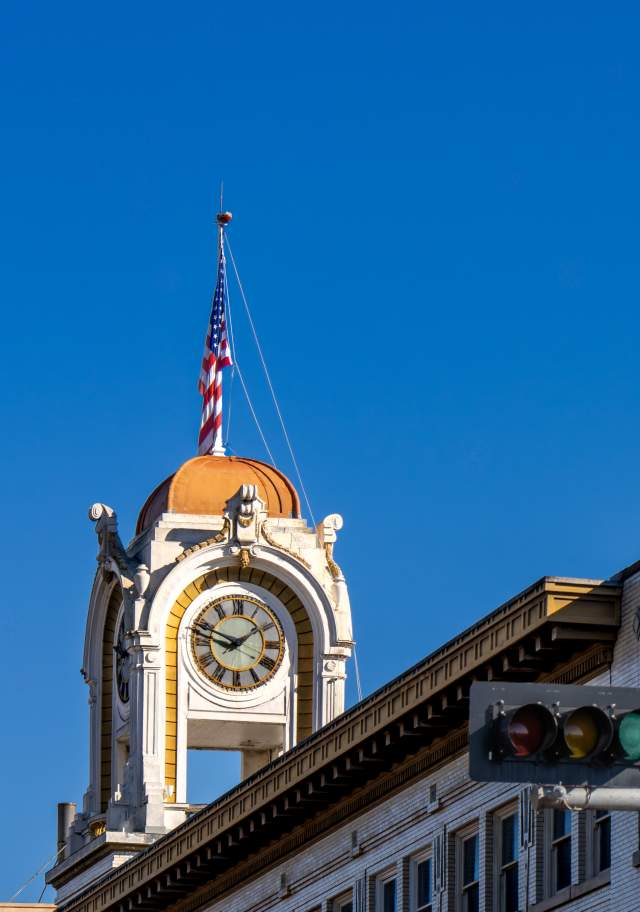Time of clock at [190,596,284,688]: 1:48
